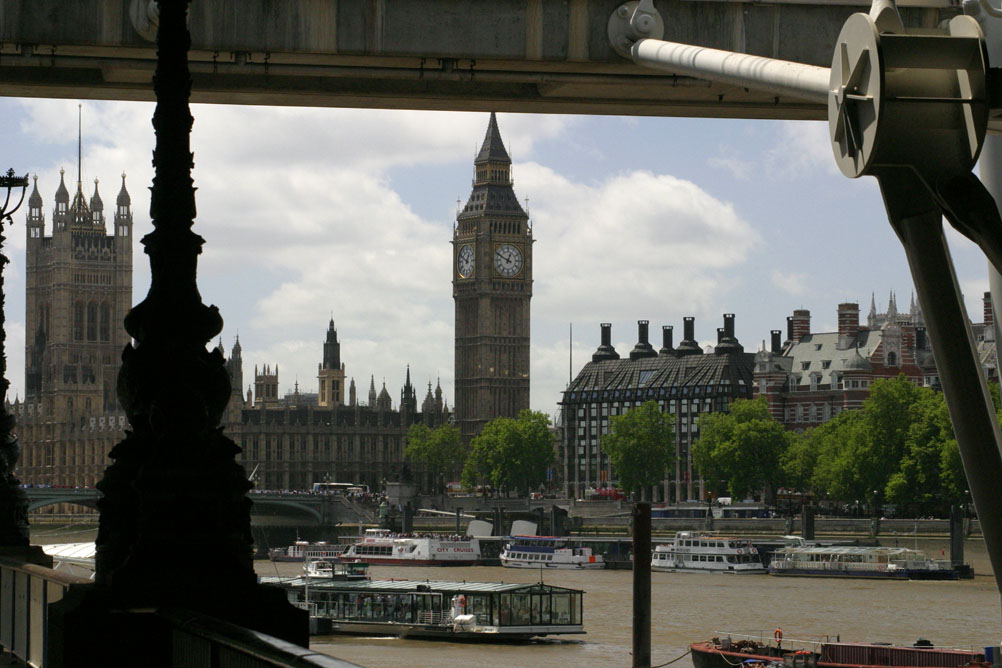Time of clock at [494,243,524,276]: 12:49
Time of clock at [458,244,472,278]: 12:49
